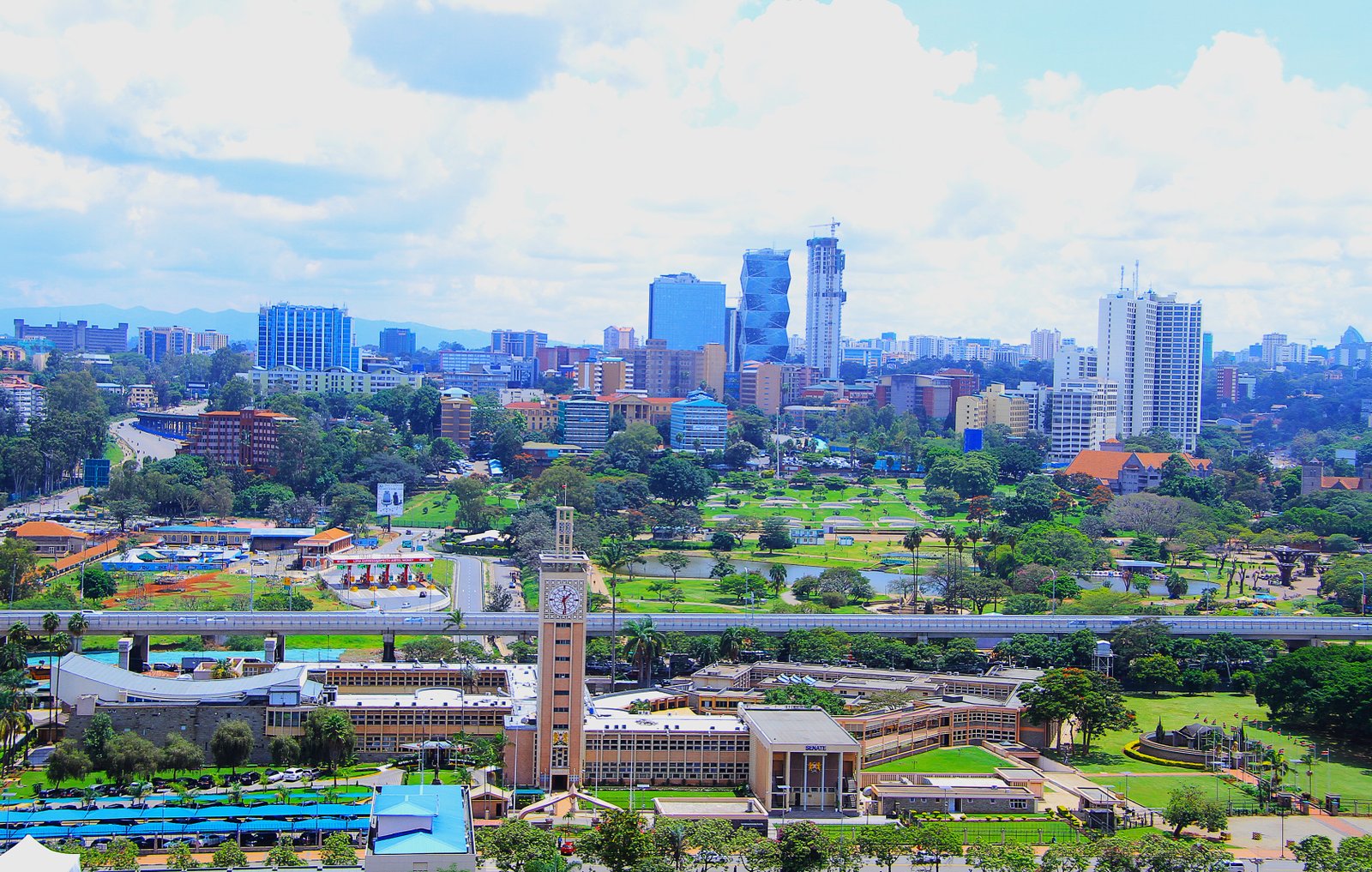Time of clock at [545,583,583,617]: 1:28
